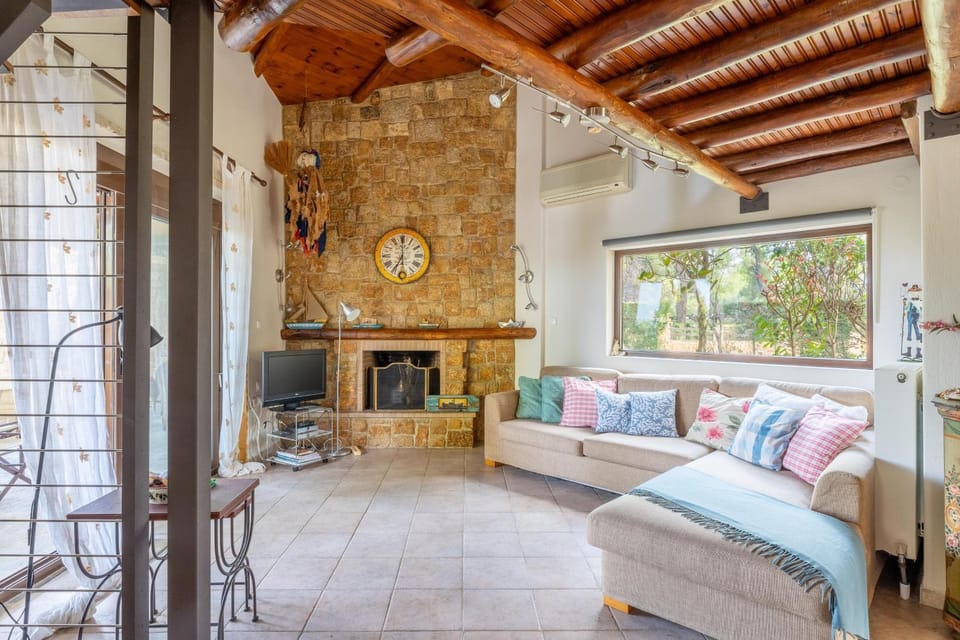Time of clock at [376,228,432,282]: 7:00
